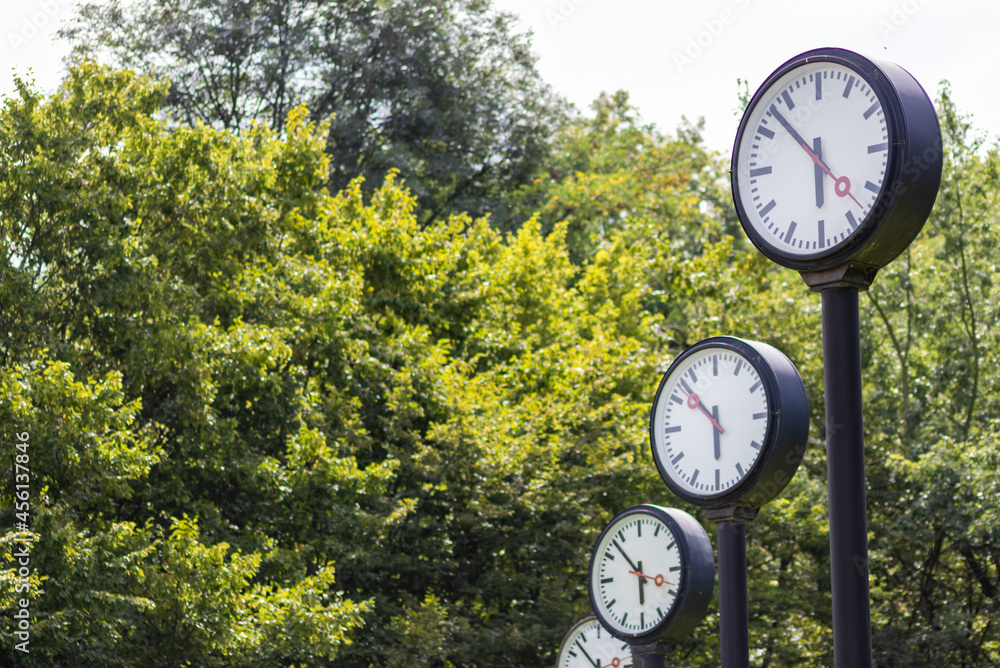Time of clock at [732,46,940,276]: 5:52
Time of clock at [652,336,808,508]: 5:52
